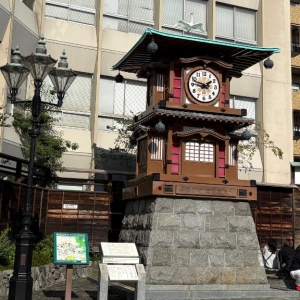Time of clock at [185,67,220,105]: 1:47
